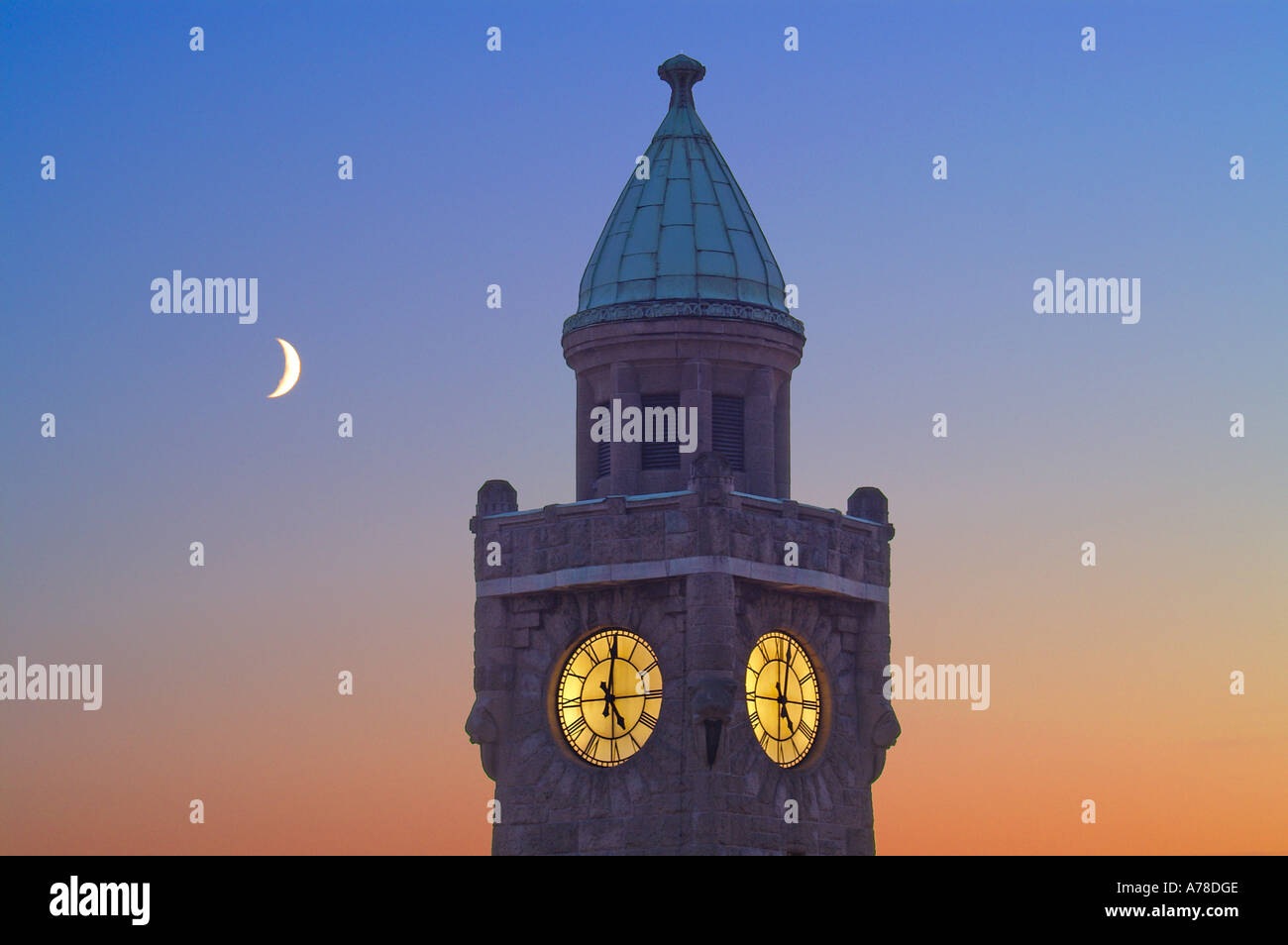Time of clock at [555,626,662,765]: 5:00
